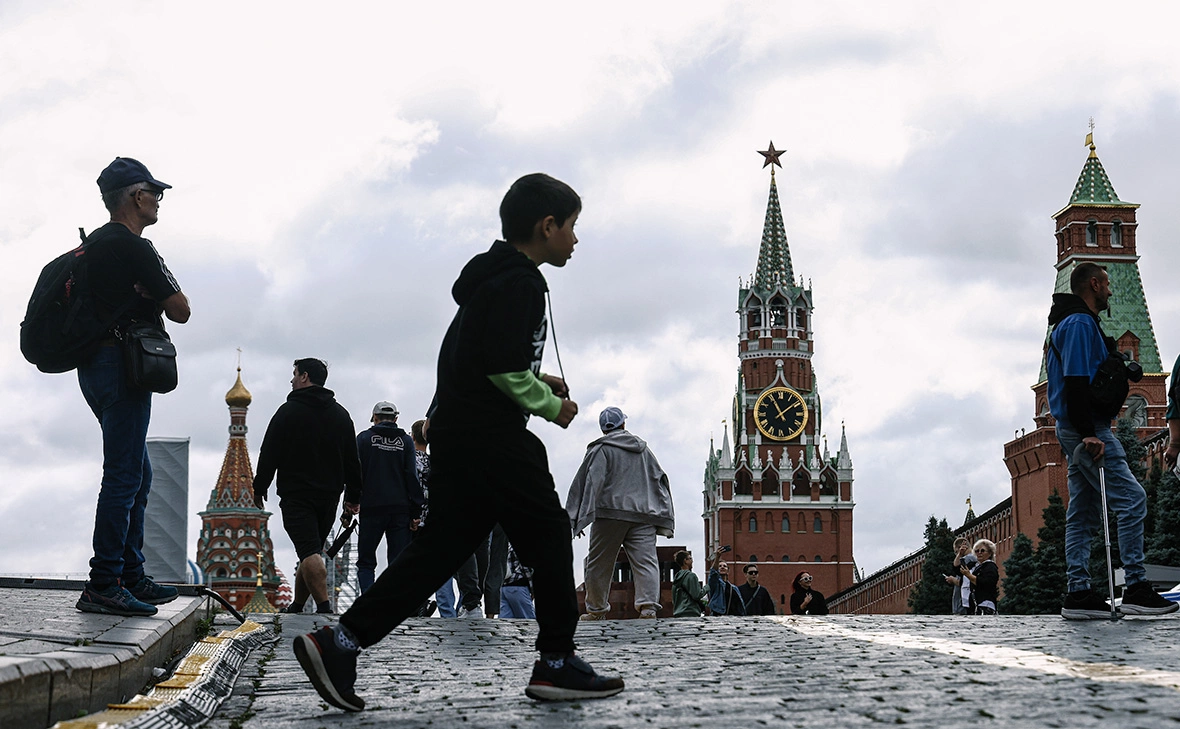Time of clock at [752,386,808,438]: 11:08
